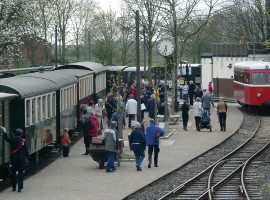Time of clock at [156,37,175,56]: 5:32
